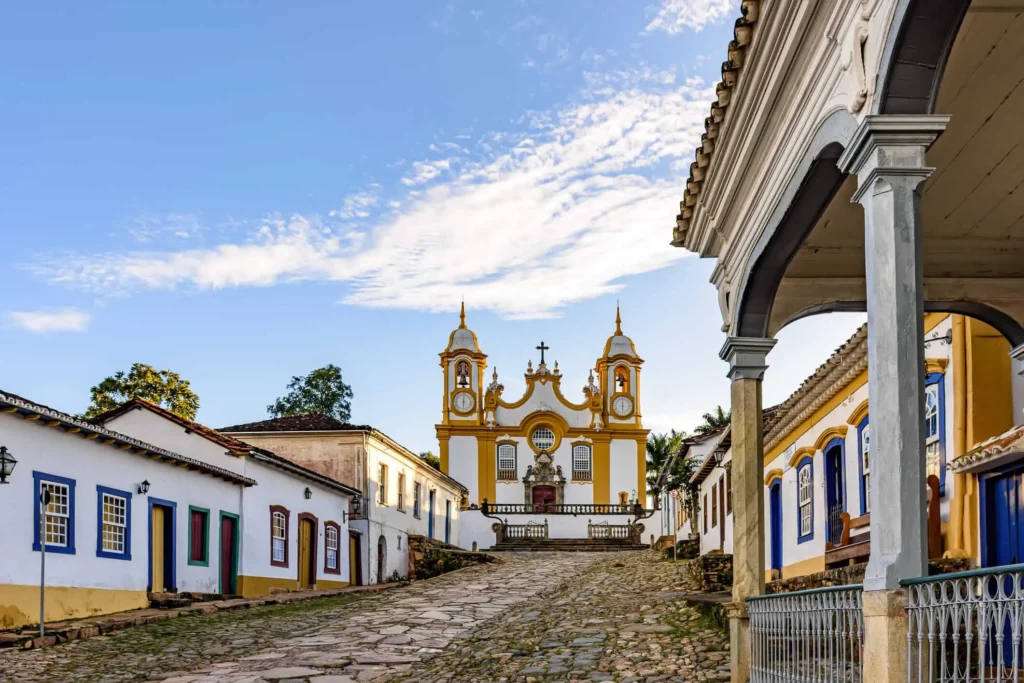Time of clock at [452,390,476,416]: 6:00
